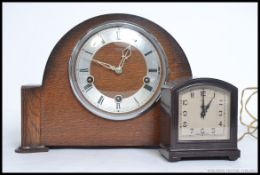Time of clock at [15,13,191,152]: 12:49
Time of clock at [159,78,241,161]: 1:00
